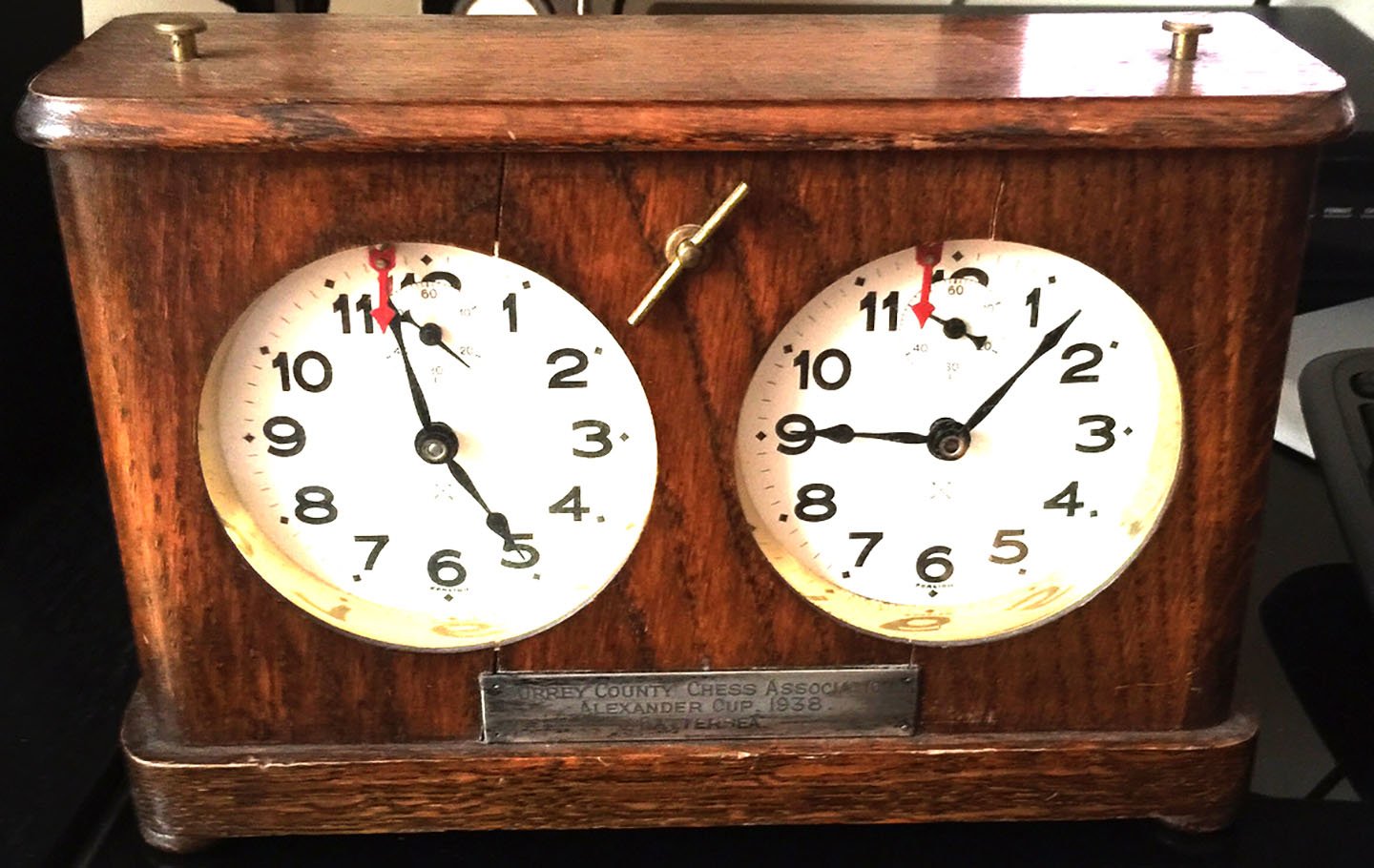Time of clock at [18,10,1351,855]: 9:07
